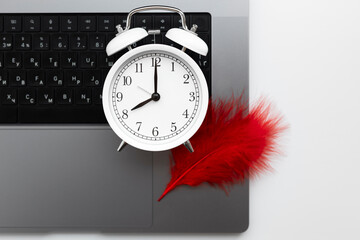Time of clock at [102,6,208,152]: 8:00
